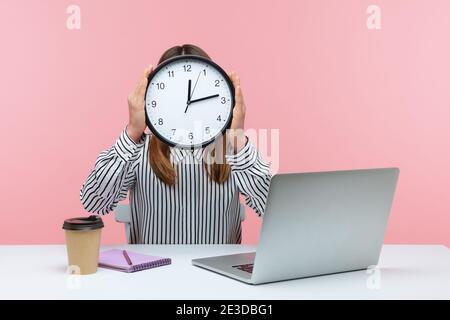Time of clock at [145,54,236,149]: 12:13
